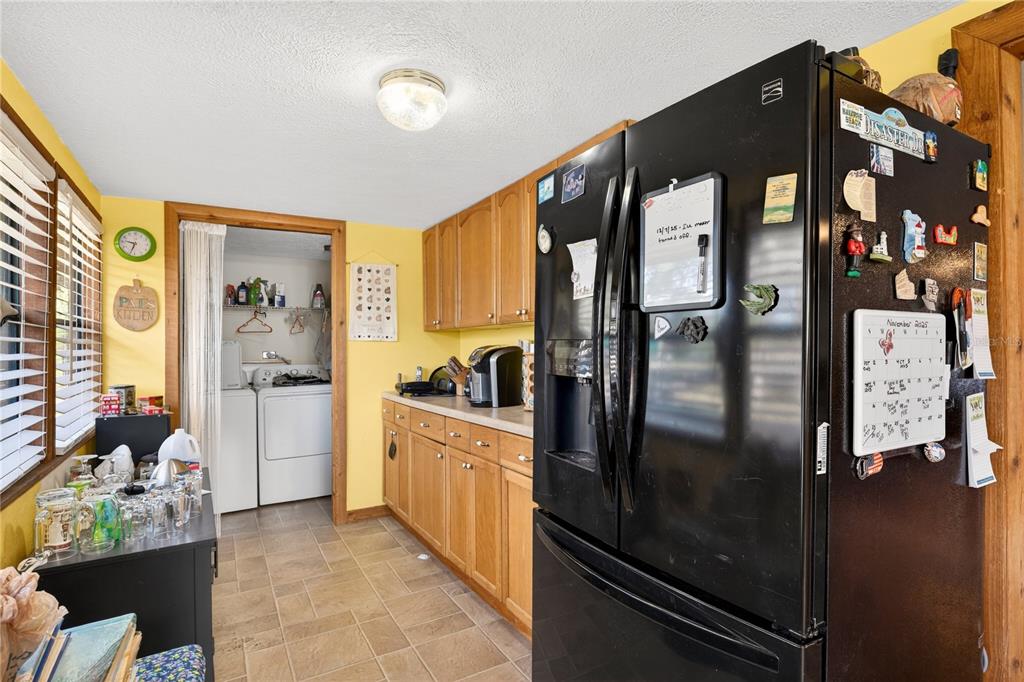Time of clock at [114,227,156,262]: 9:33
